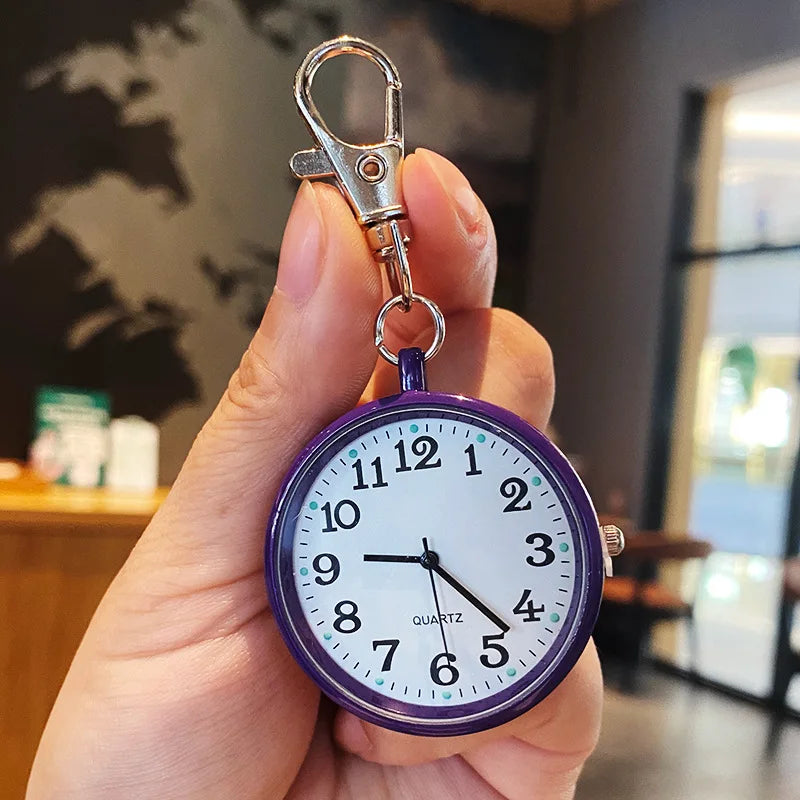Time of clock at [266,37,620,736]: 9:22
